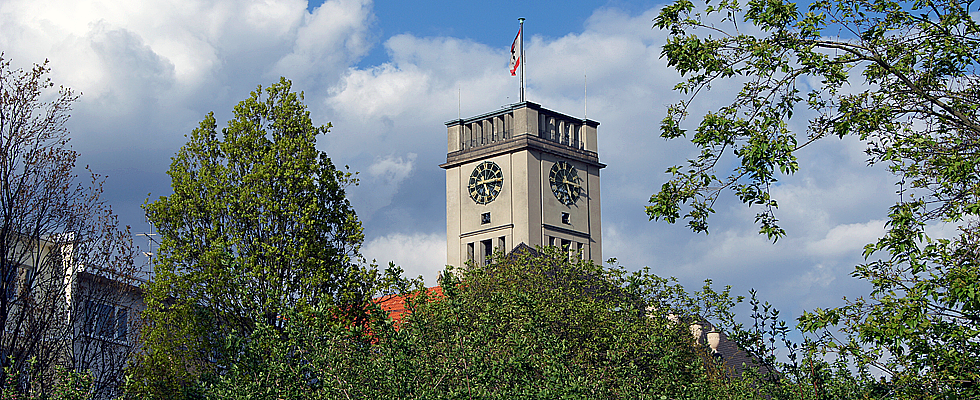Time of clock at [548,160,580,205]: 5:14
